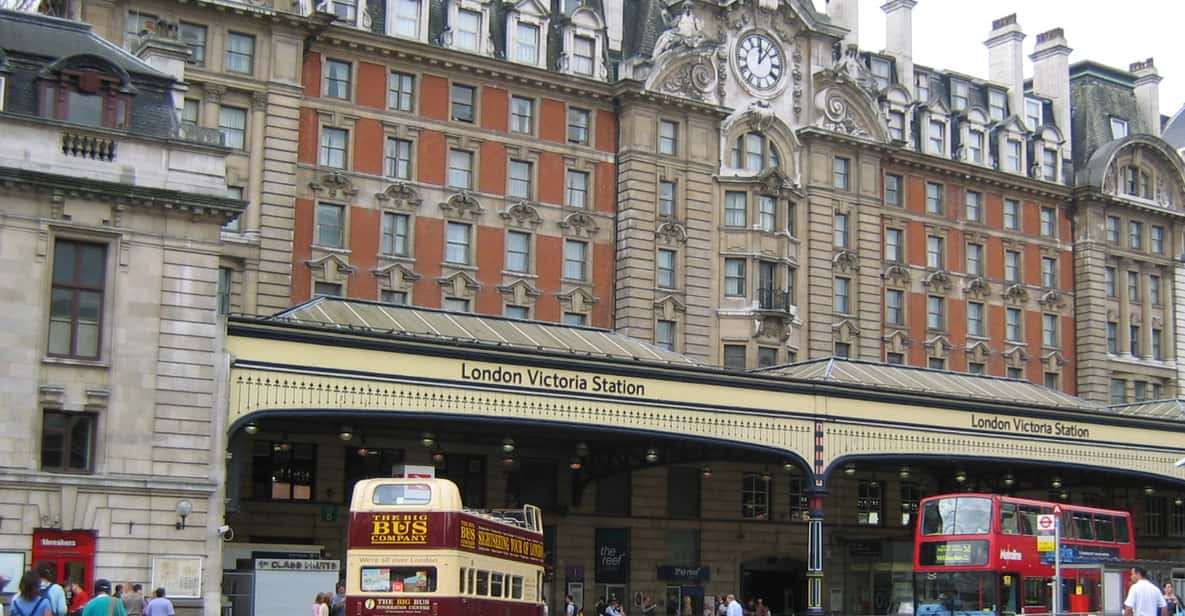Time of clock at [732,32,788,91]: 12:06
